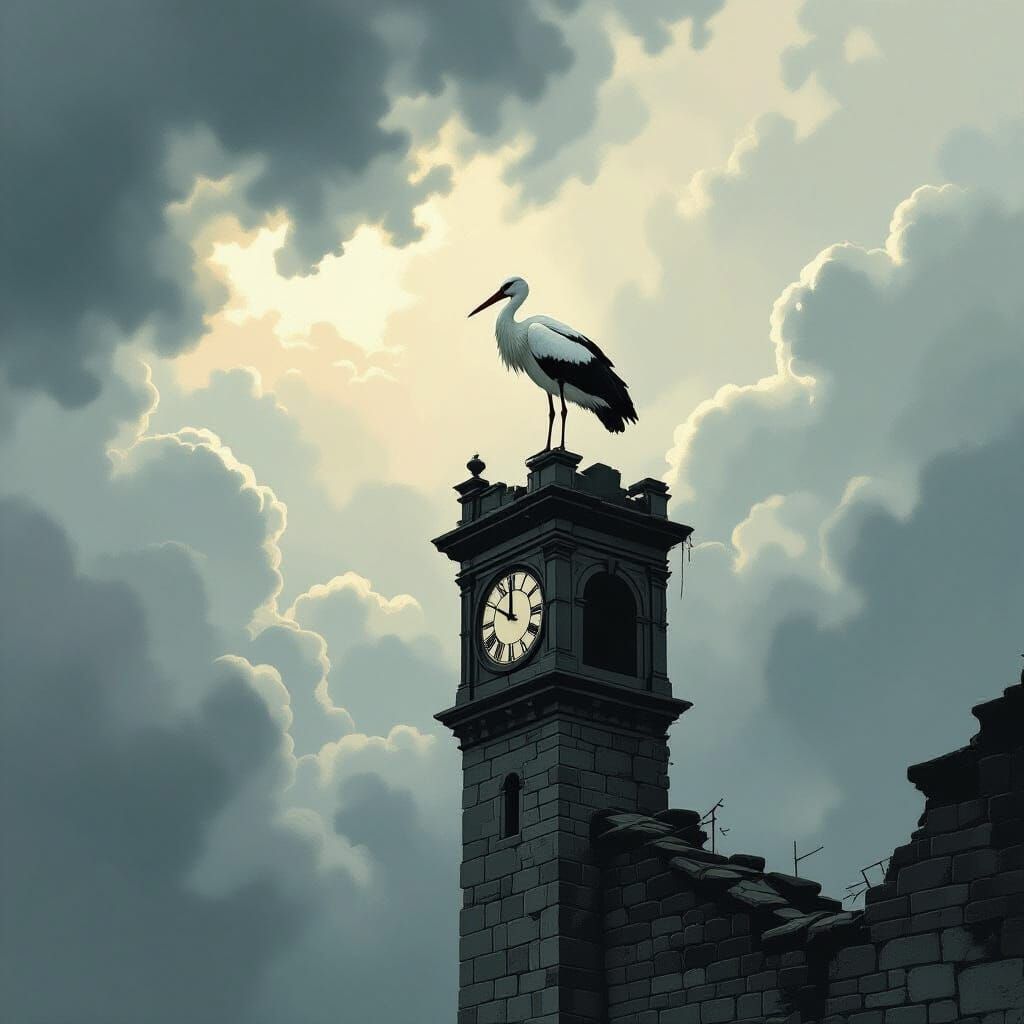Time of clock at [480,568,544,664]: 11:50
